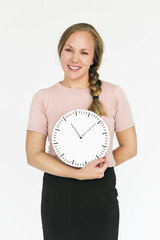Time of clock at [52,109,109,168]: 11:09
